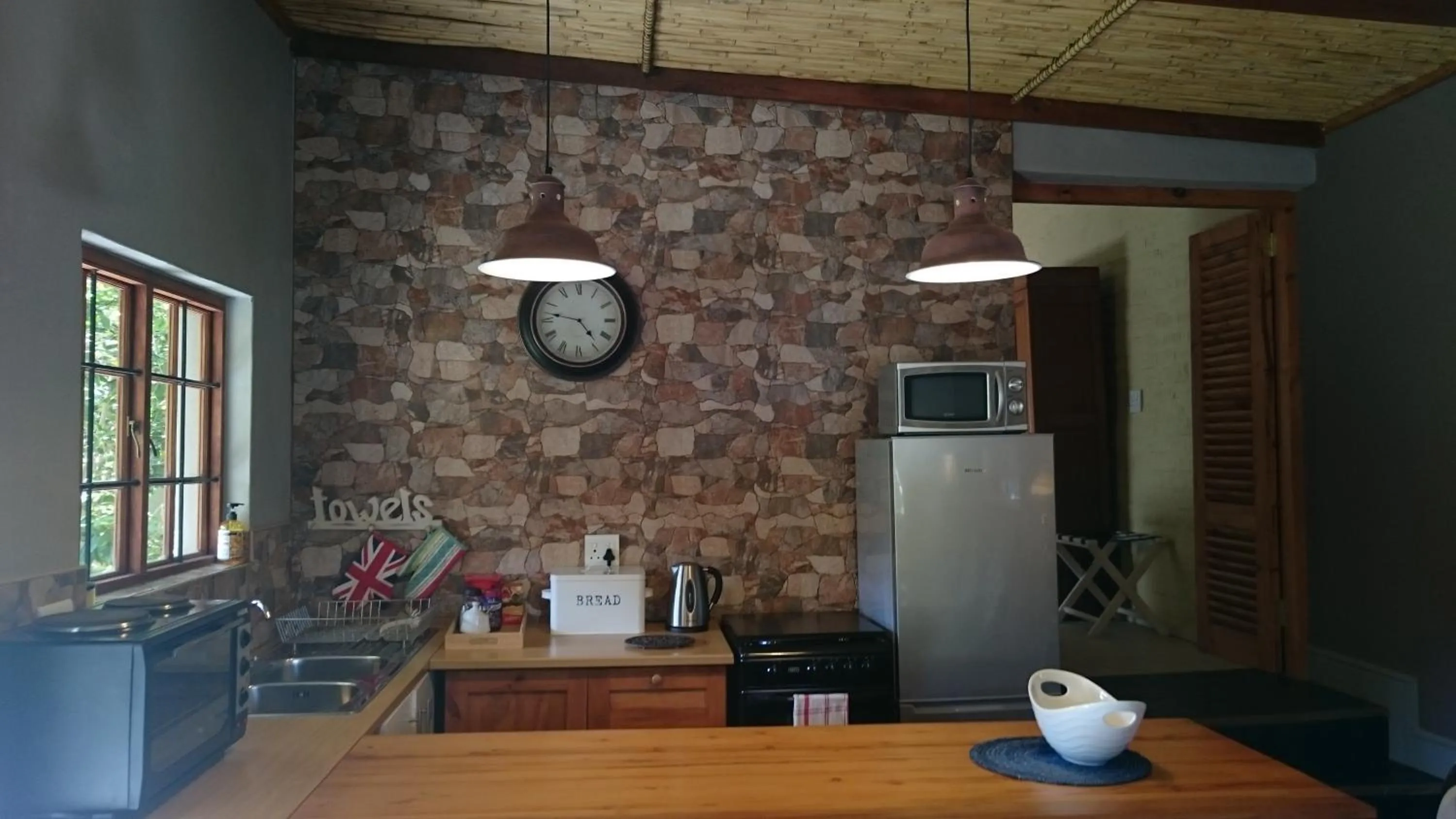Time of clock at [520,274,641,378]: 4:46
